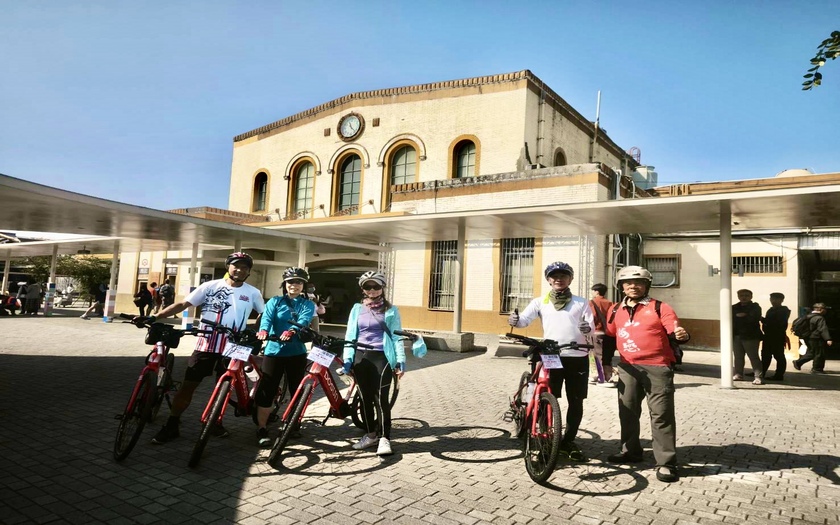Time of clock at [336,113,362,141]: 11:22
